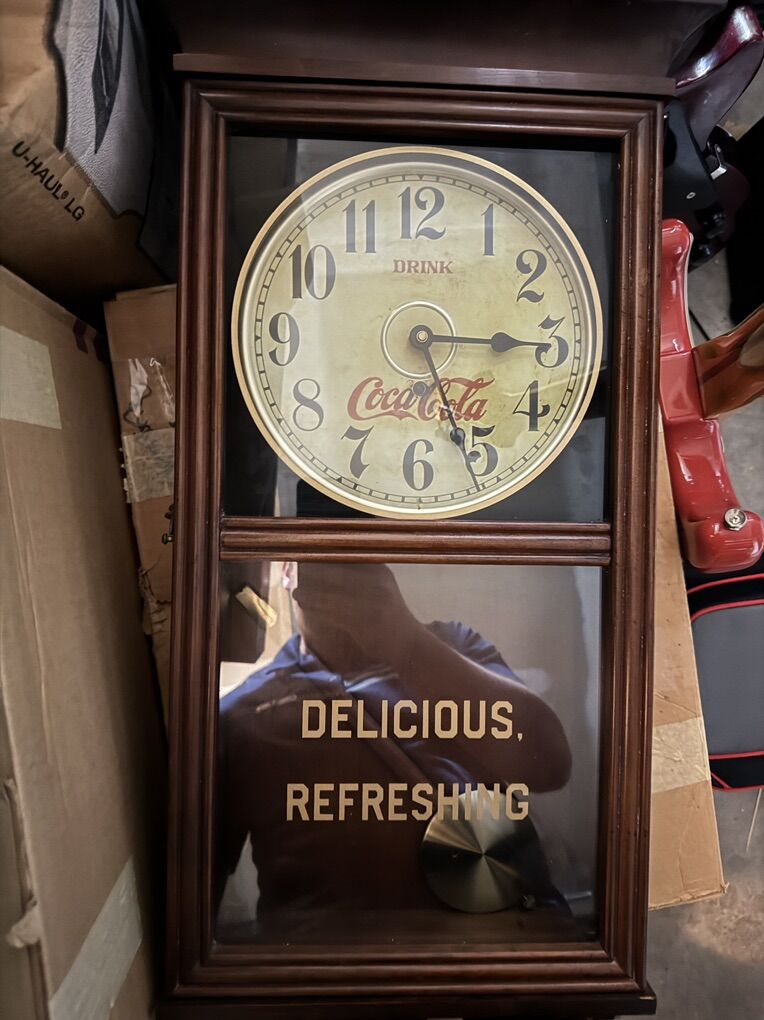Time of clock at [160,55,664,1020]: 5:14
